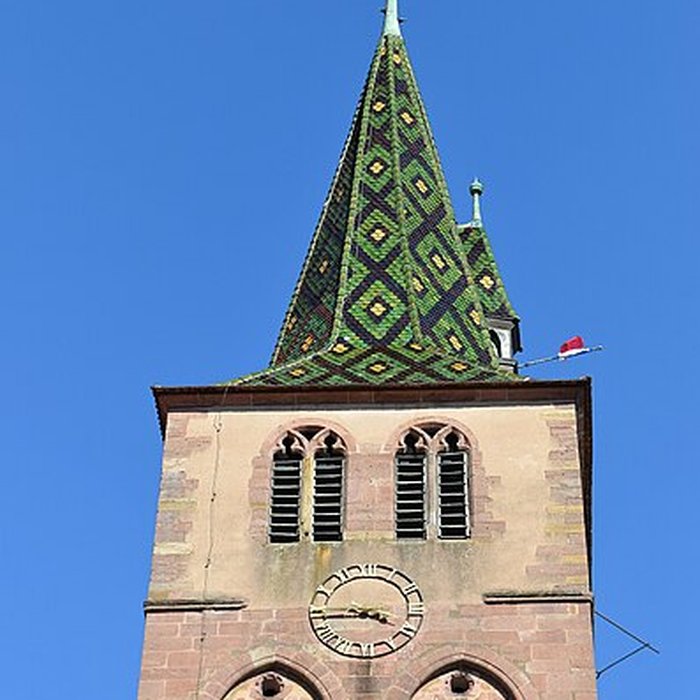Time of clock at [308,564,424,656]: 3:44
